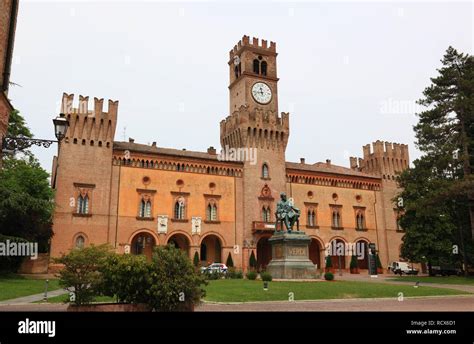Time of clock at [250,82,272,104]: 11:42
